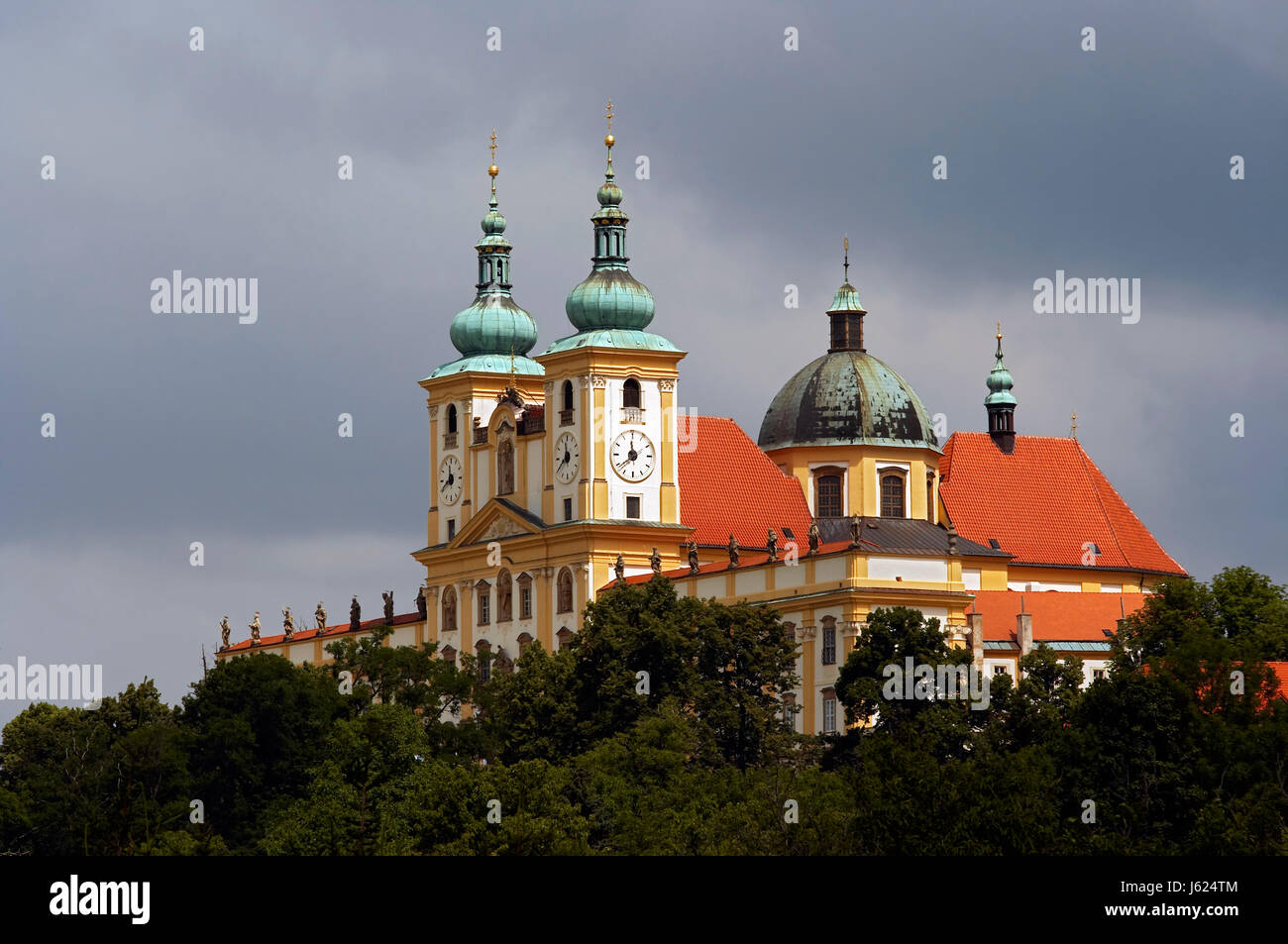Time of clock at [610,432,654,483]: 11:38
